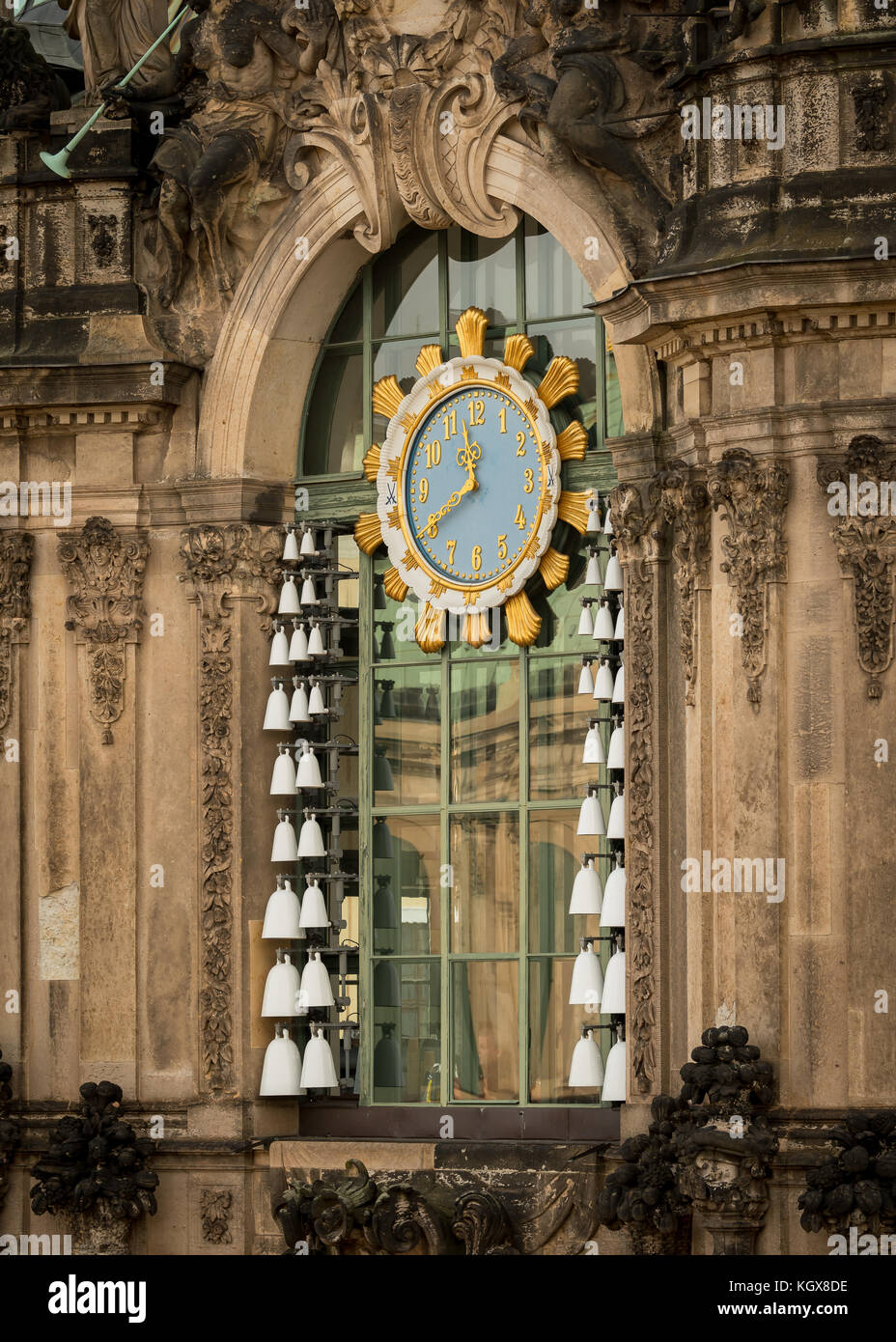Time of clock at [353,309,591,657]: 11:40
